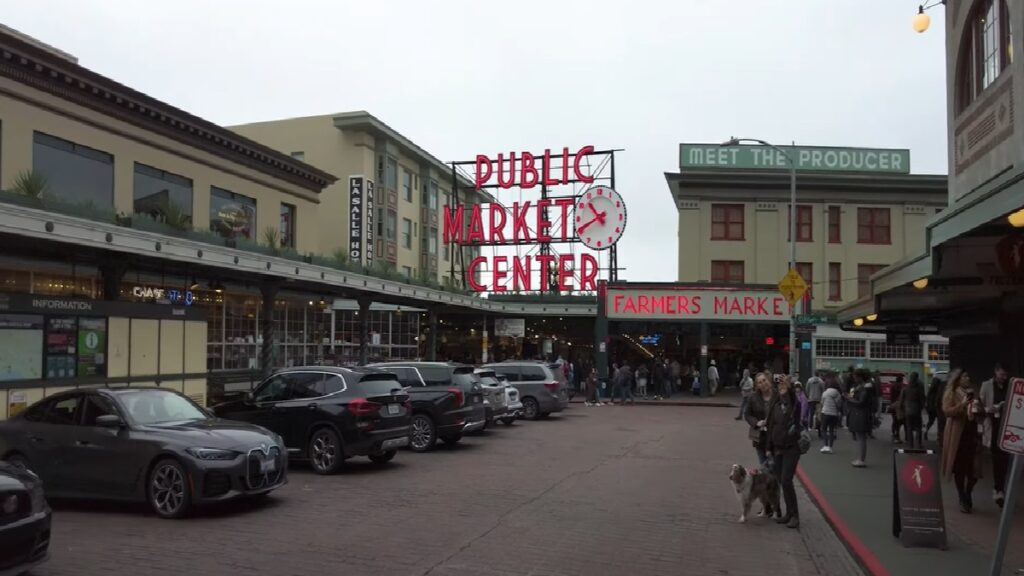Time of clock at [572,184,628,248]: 10:41
